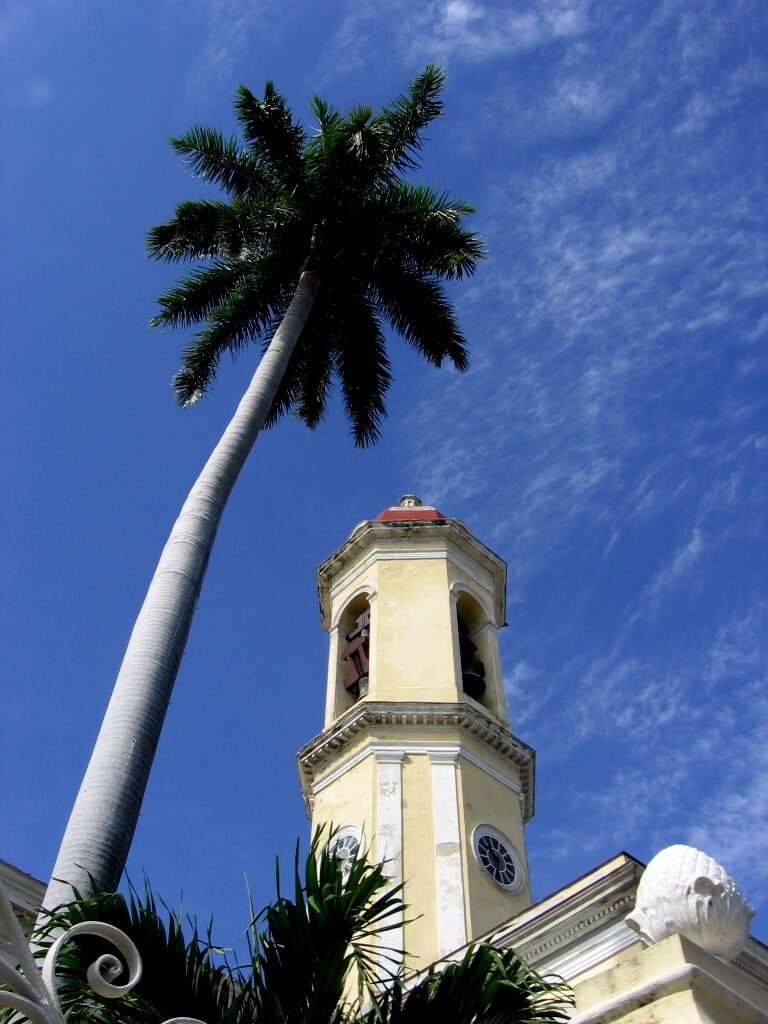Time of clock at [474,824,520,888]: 10:34
